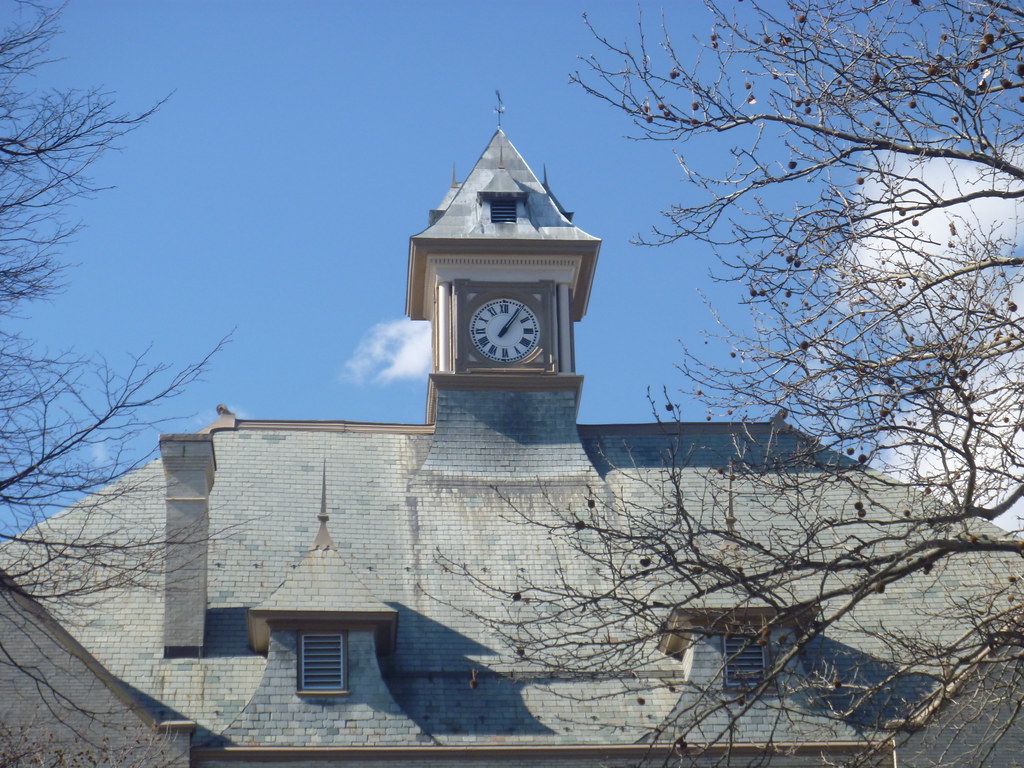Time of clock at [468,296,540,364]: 1:05
